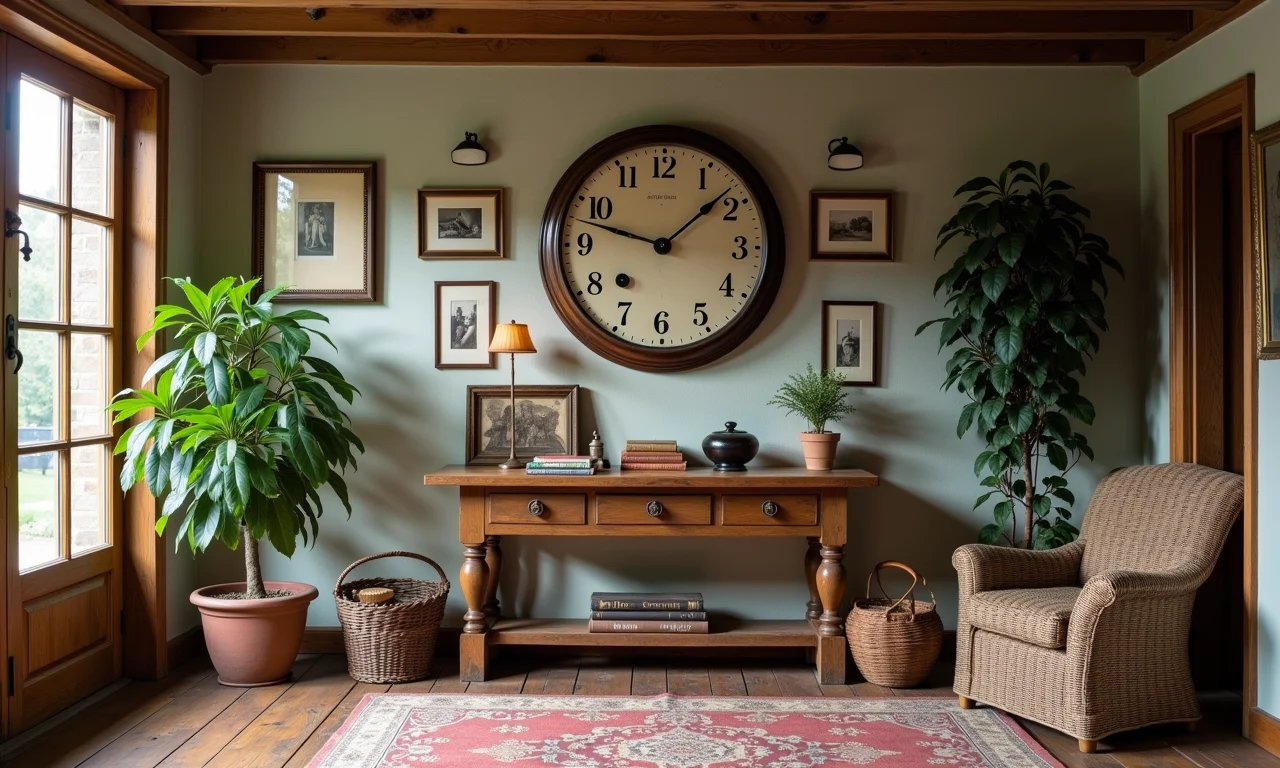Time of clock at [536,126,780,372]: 1:47
